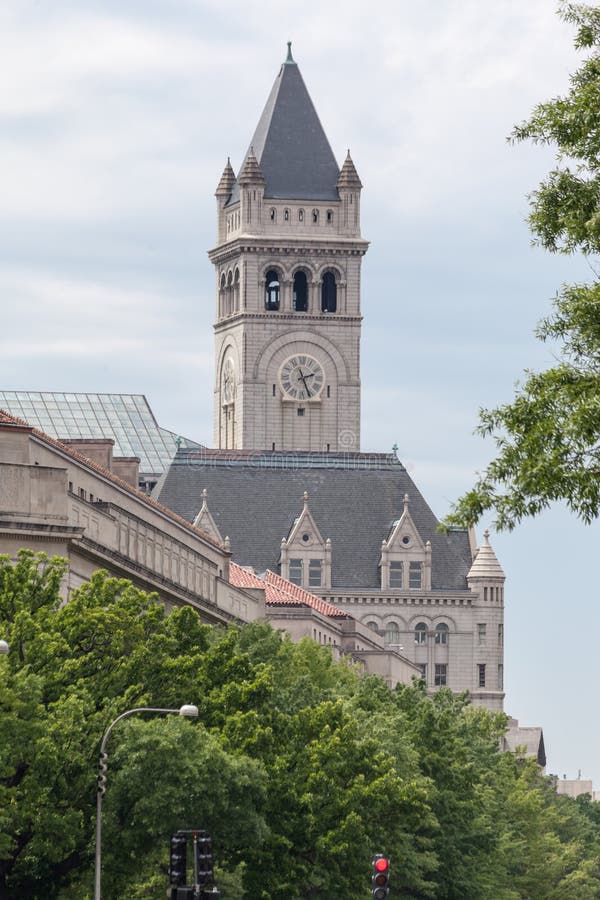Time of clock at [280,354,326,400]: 2:26
